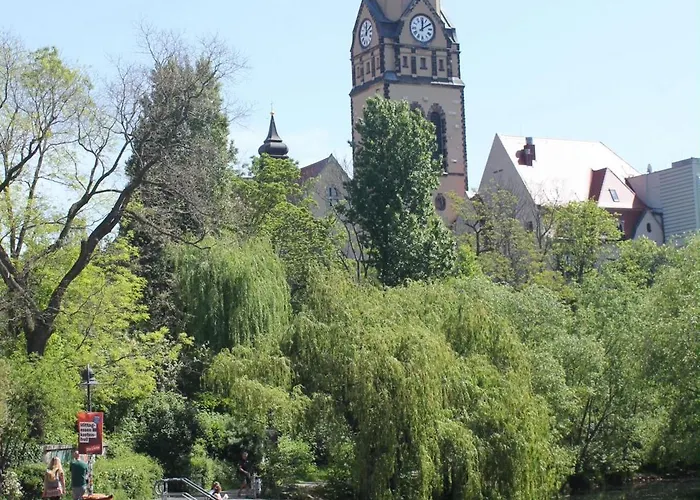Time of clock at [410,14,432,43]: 12:09
